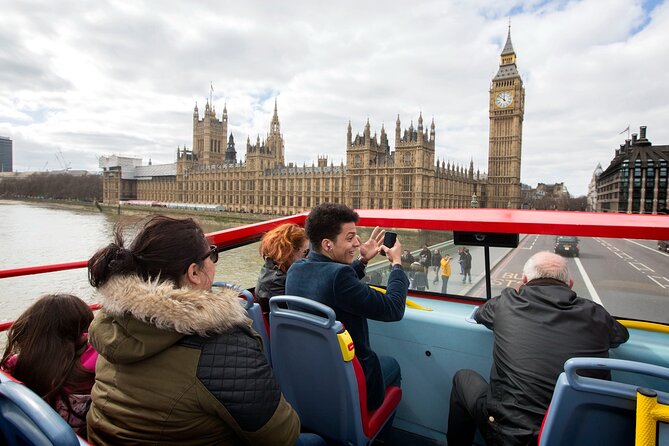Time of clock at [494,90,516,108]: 11:51
